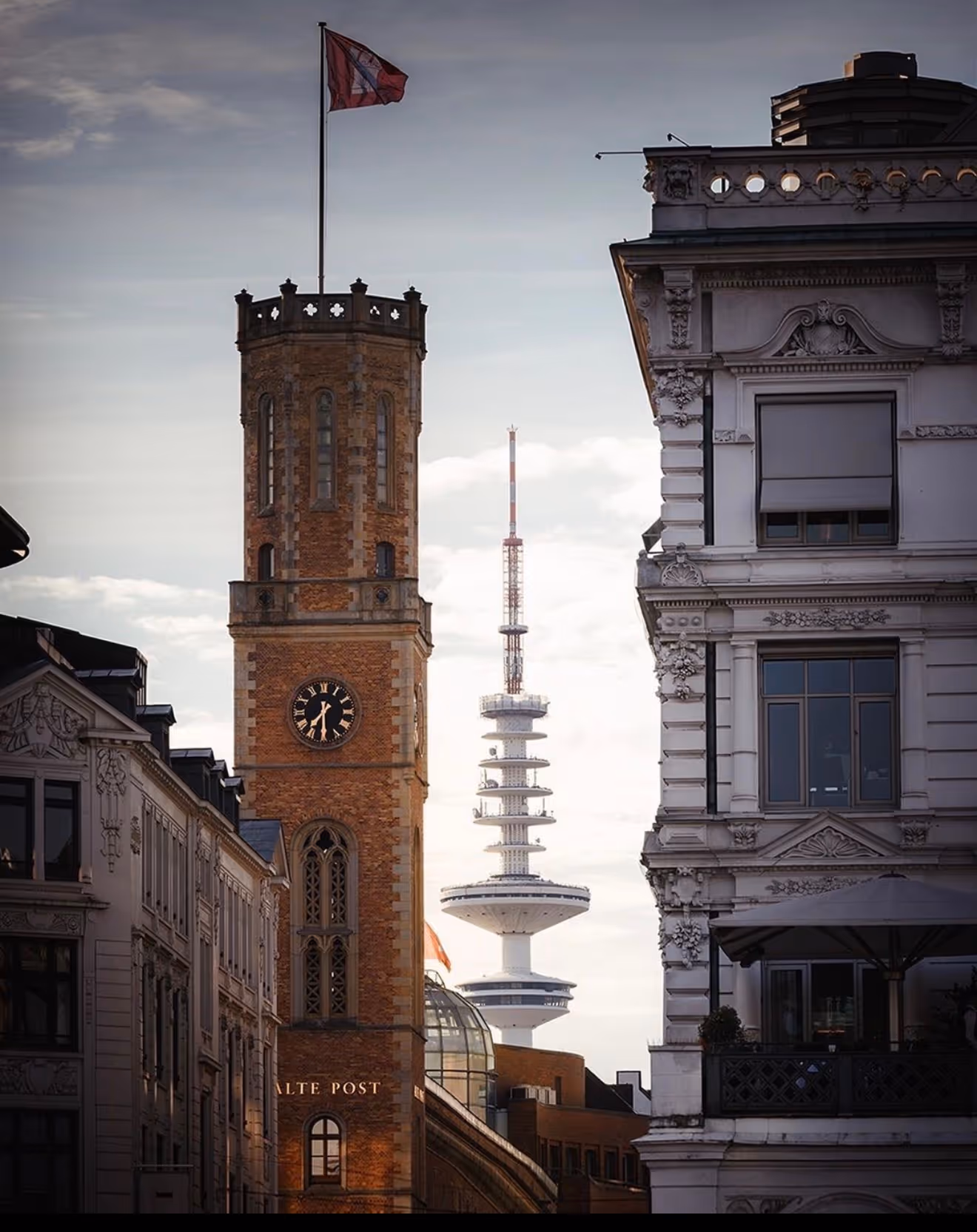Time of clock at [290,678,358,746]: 7:30
